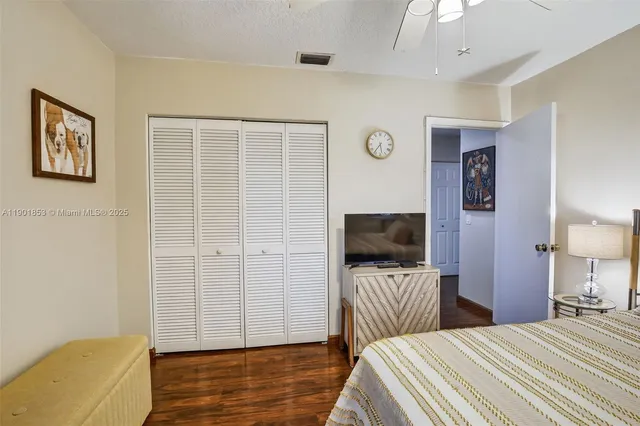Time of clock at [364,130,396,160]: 5:35
